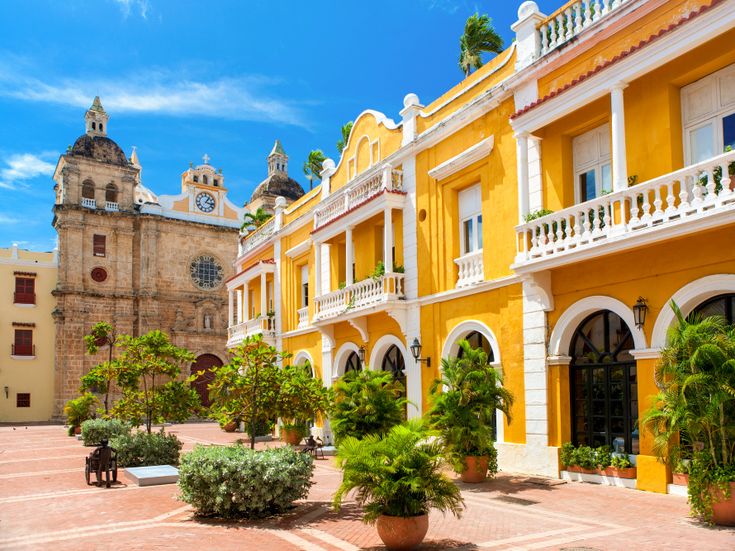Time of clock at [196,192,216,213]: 1:16
